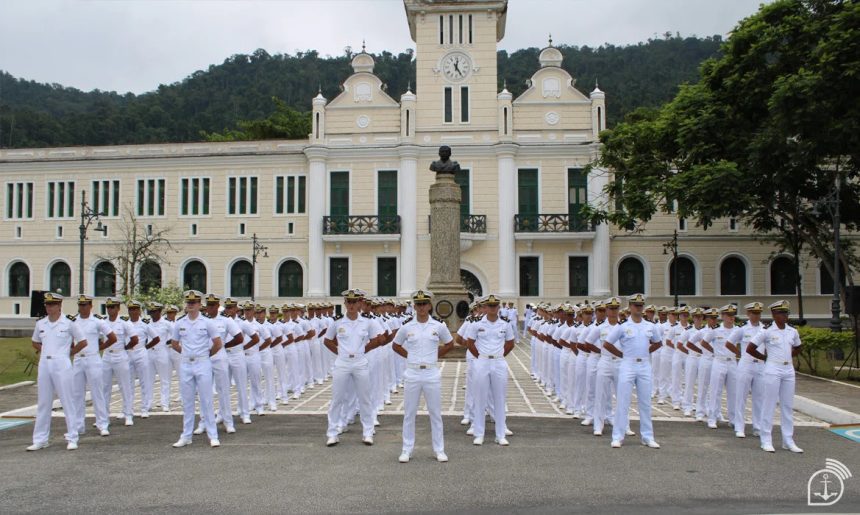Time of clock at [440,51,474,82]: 12:24
